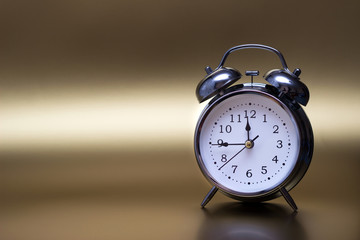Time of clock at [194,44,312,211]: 11:44
